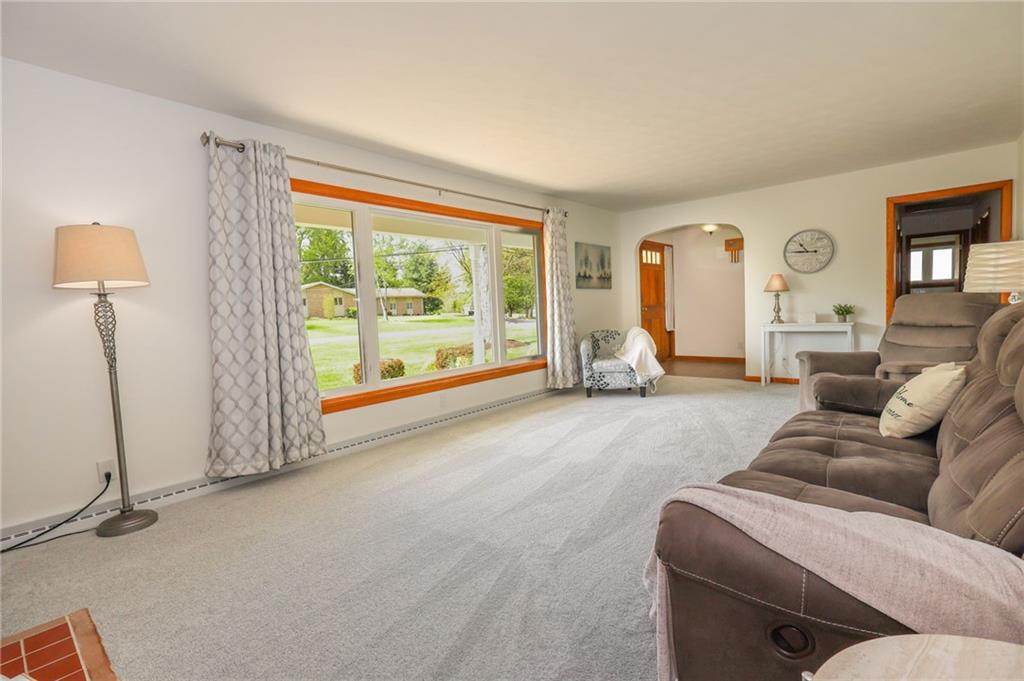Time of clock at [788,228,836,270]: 10:45
